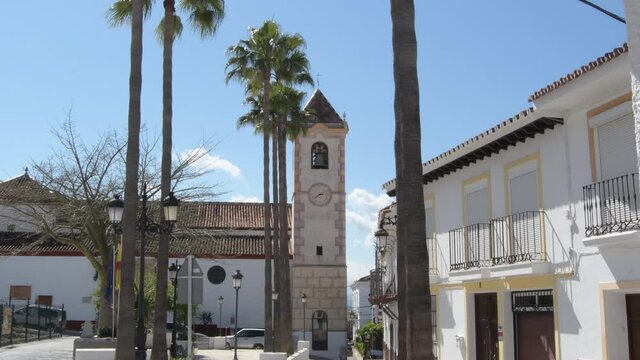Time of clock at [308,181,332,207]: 2:38
